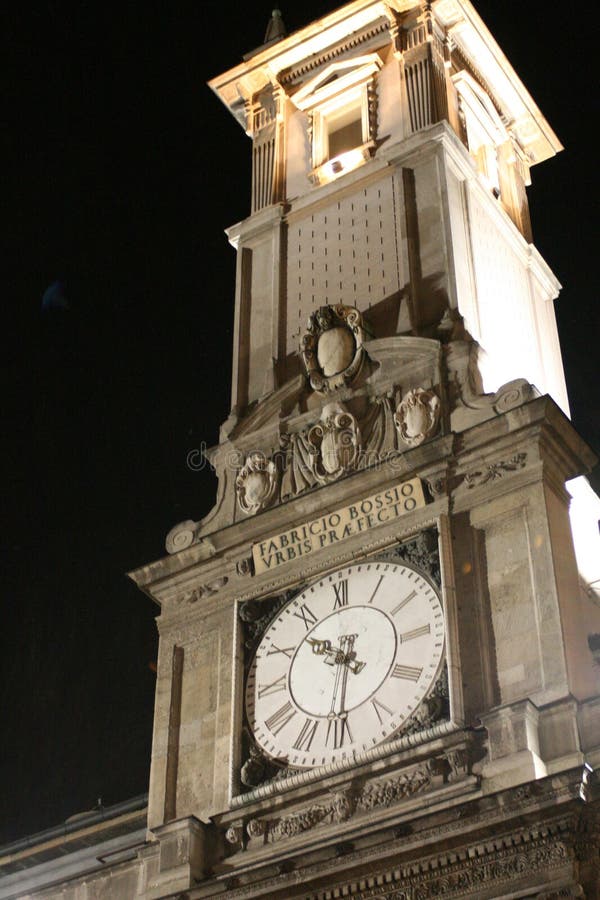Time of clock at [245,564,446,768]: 10:31
